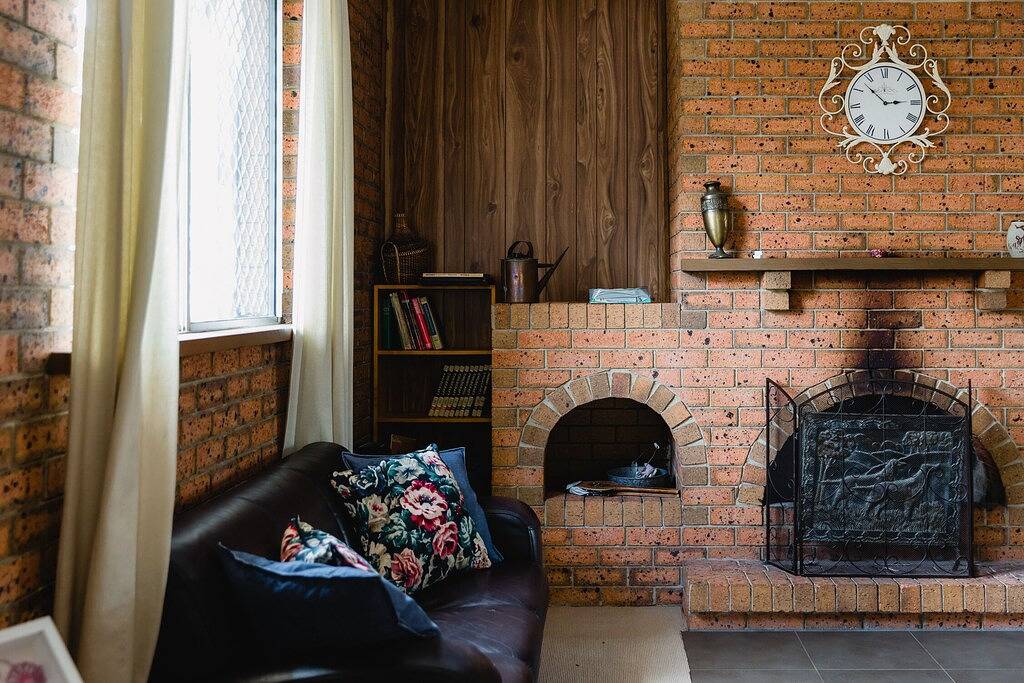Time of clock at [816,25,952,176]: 2:52
